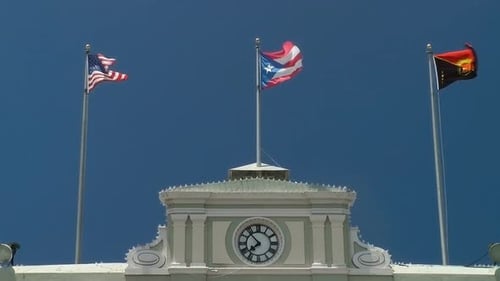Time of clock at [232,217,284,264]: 7:52
